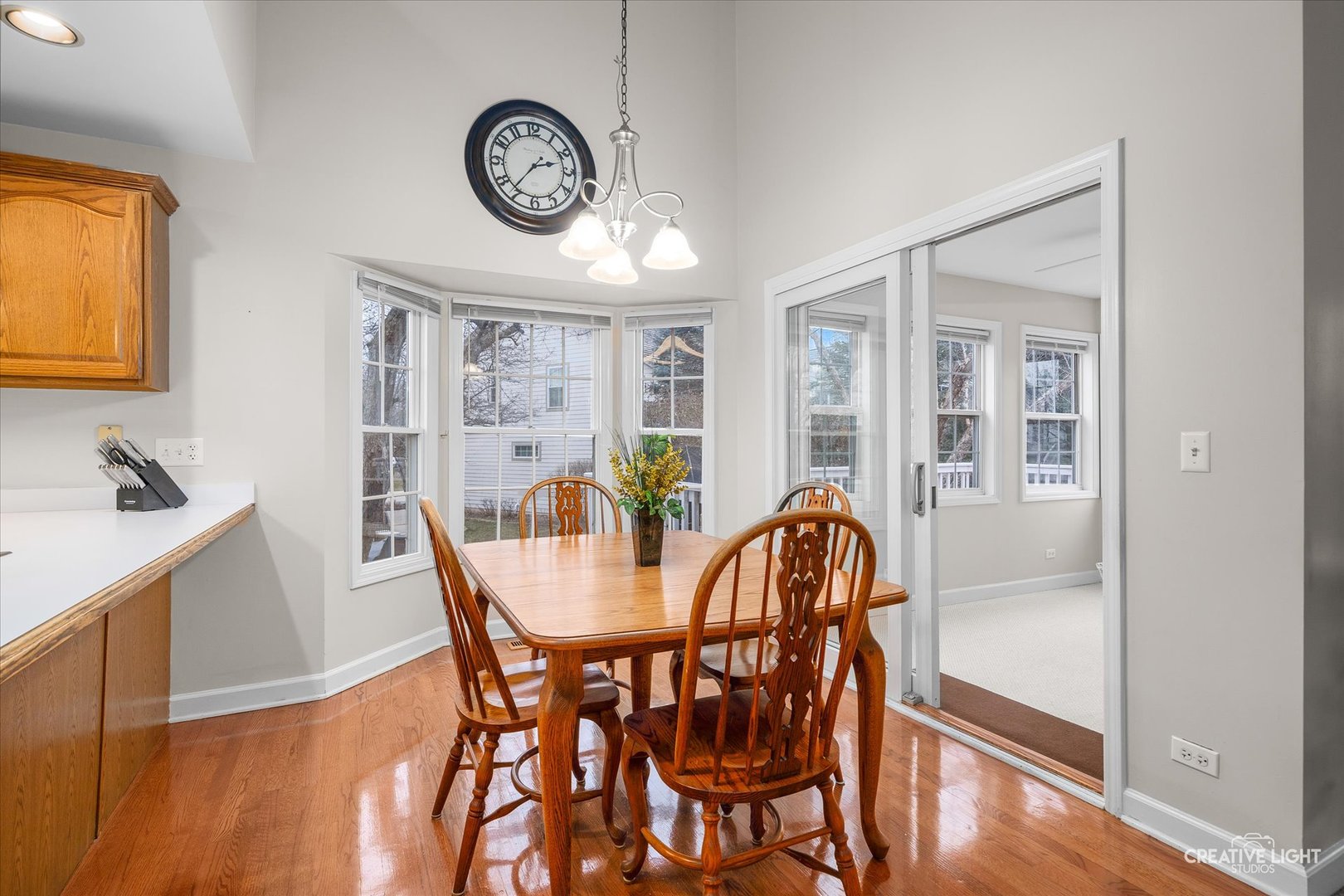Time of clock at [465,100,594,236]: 2:36
